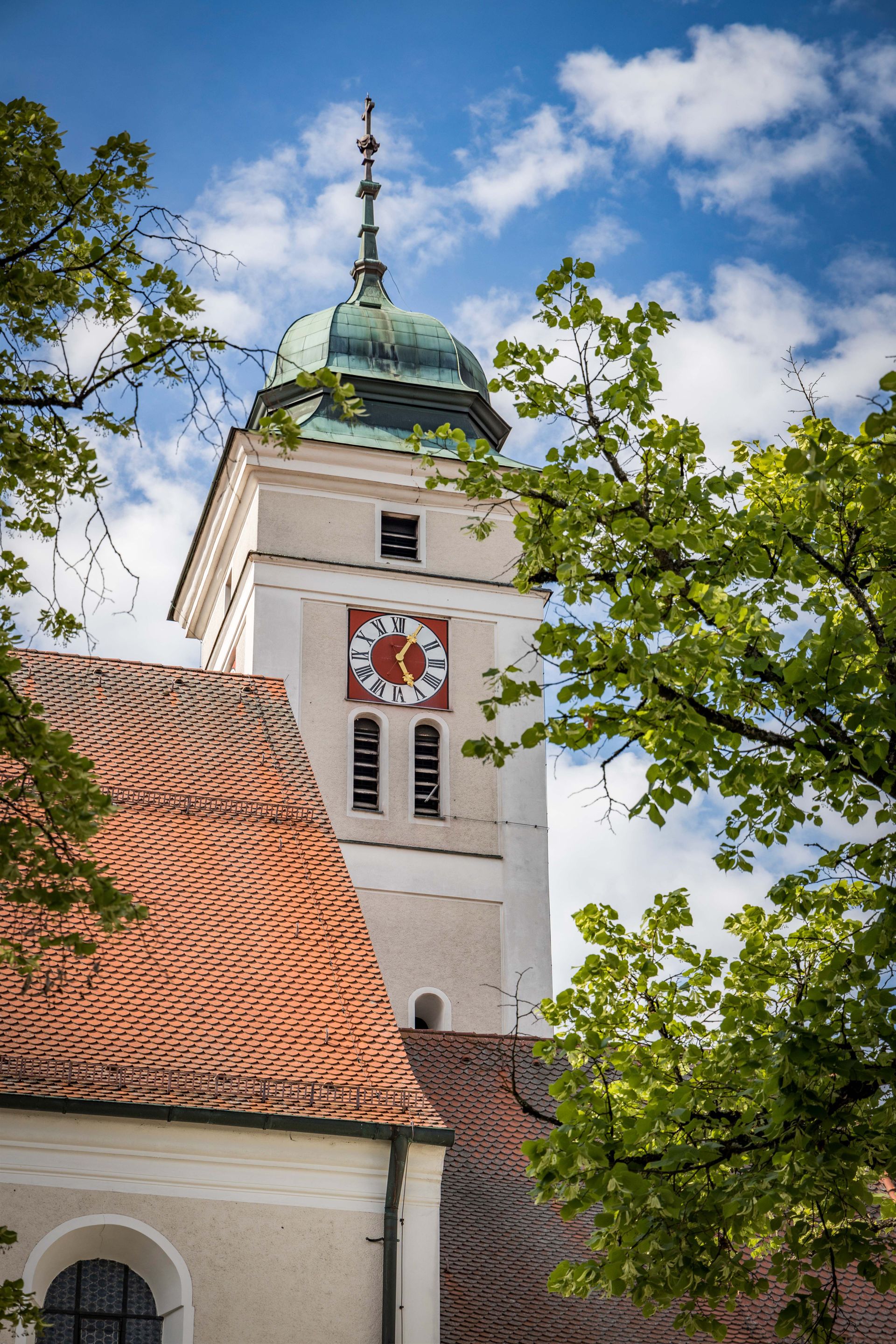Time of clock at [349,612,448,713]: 5:05
